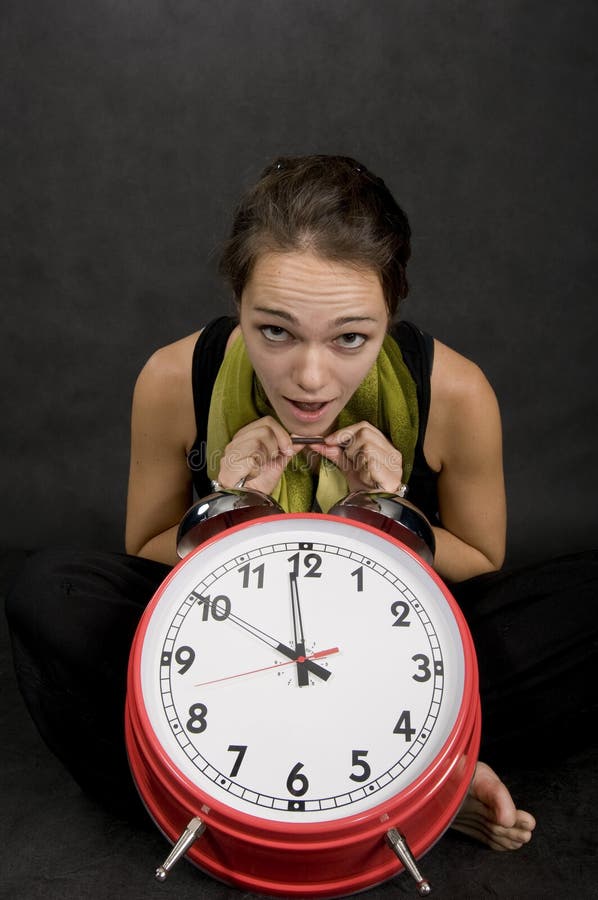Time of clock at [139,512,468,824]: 3:58
